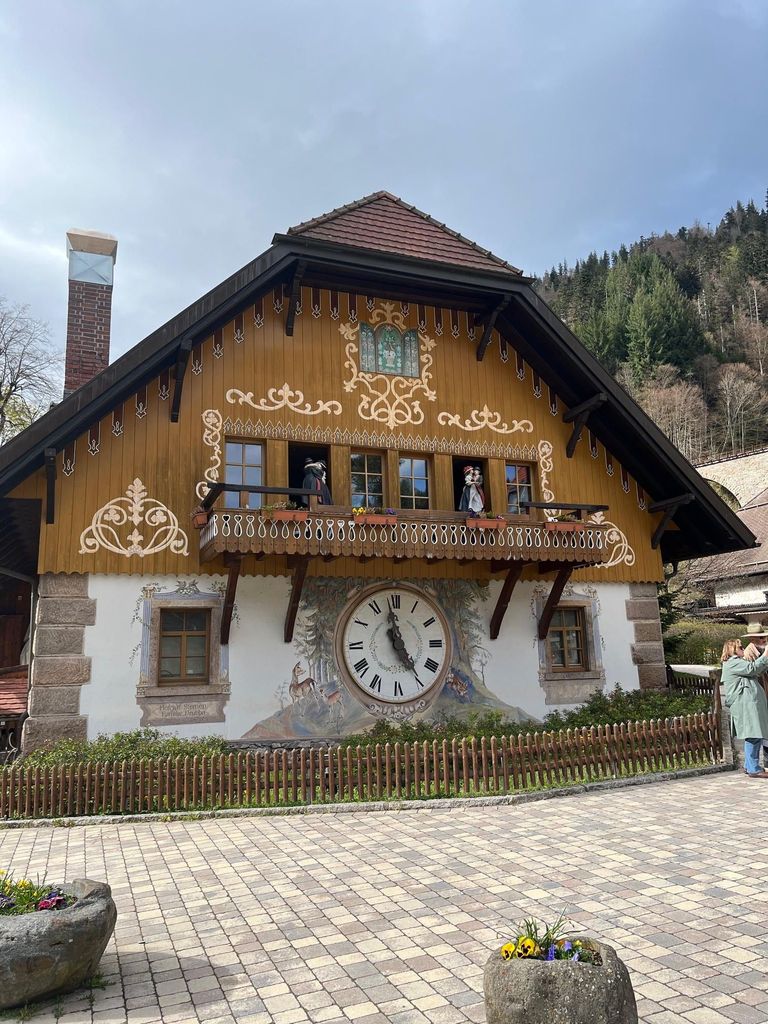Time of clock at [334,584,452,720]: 4:58
